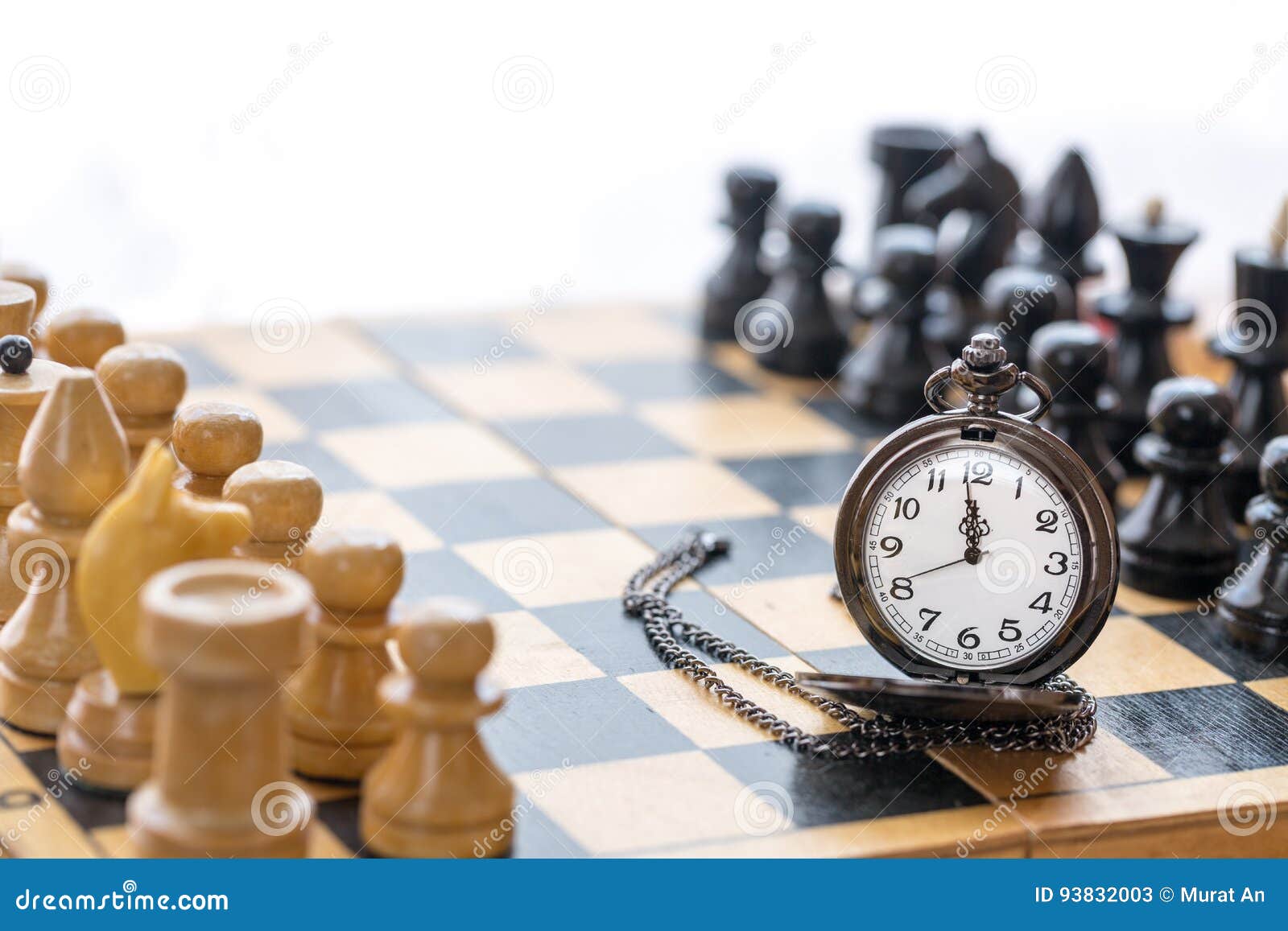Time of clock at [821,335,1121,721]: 11:58
